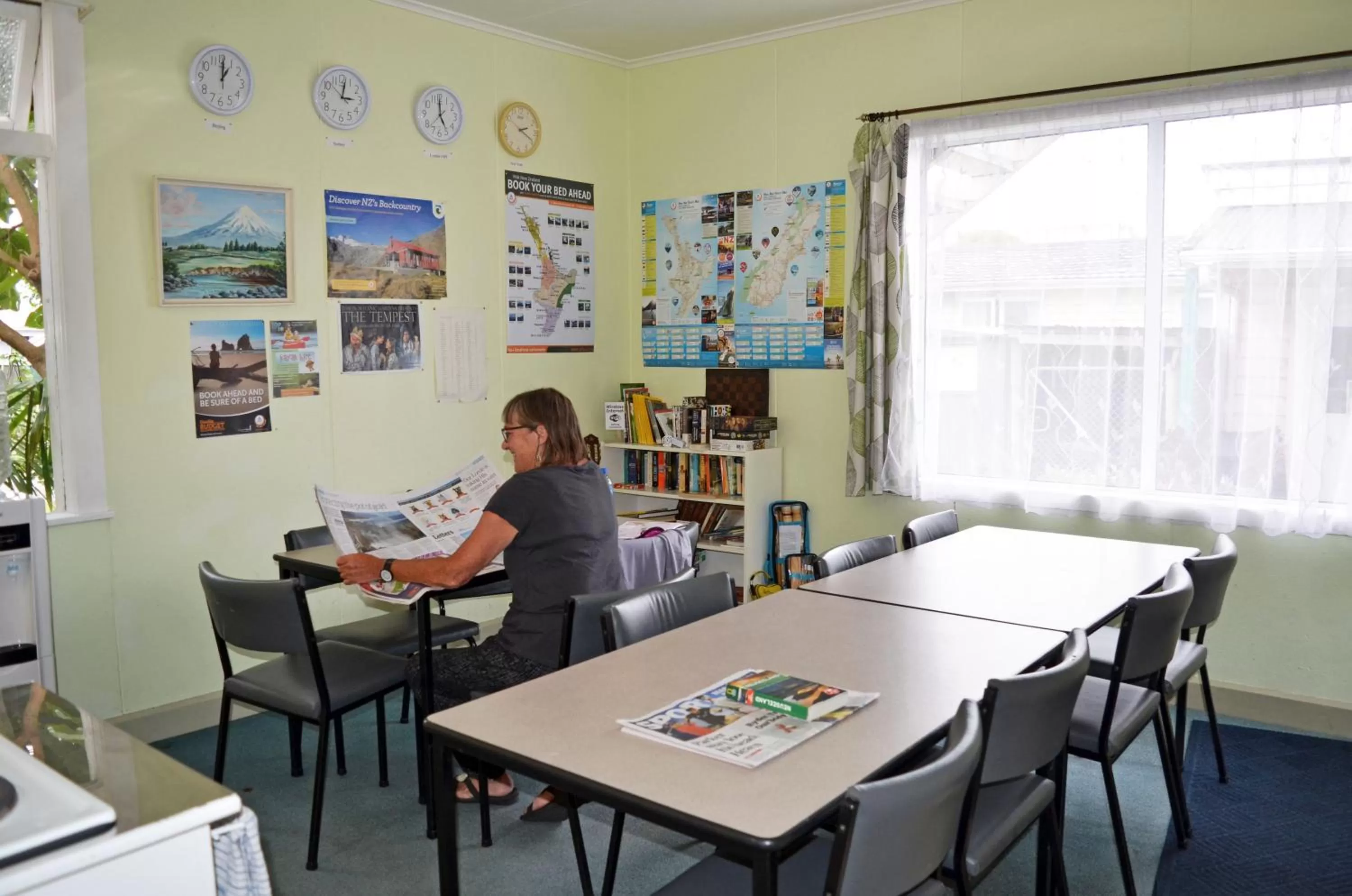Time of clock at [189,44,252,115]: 1:00
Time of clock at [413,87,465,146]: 4:59
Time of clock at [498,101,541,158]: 2:19
